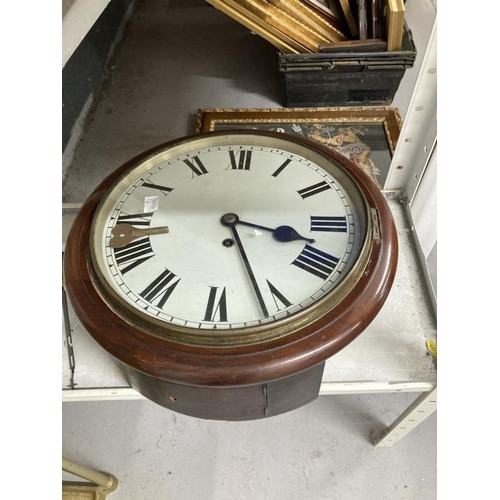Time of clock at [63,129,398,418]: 3:26
